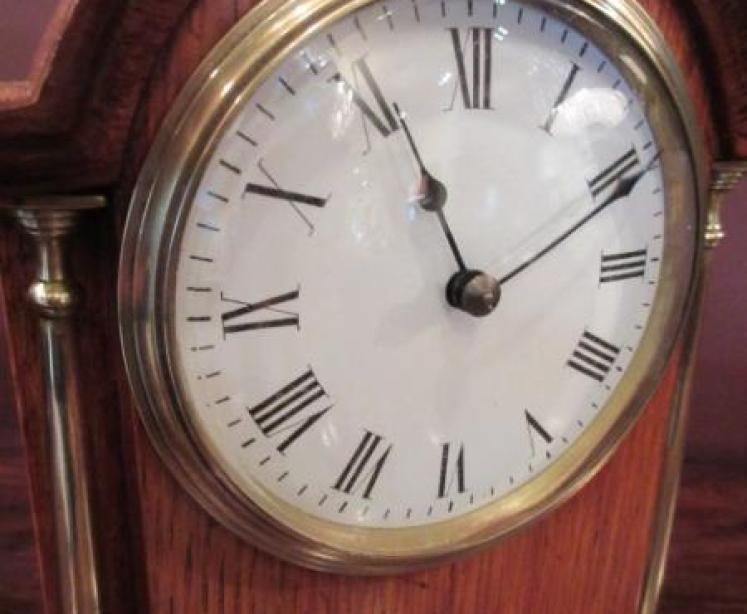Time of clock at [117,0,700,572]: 11:10
